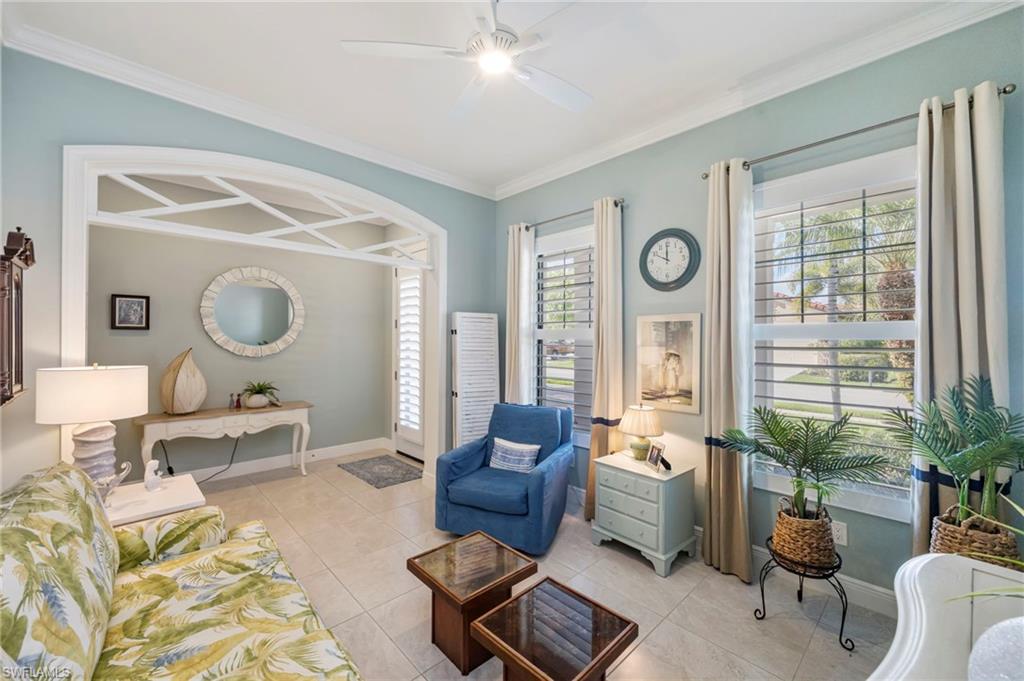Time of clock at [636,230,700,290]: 9:59
